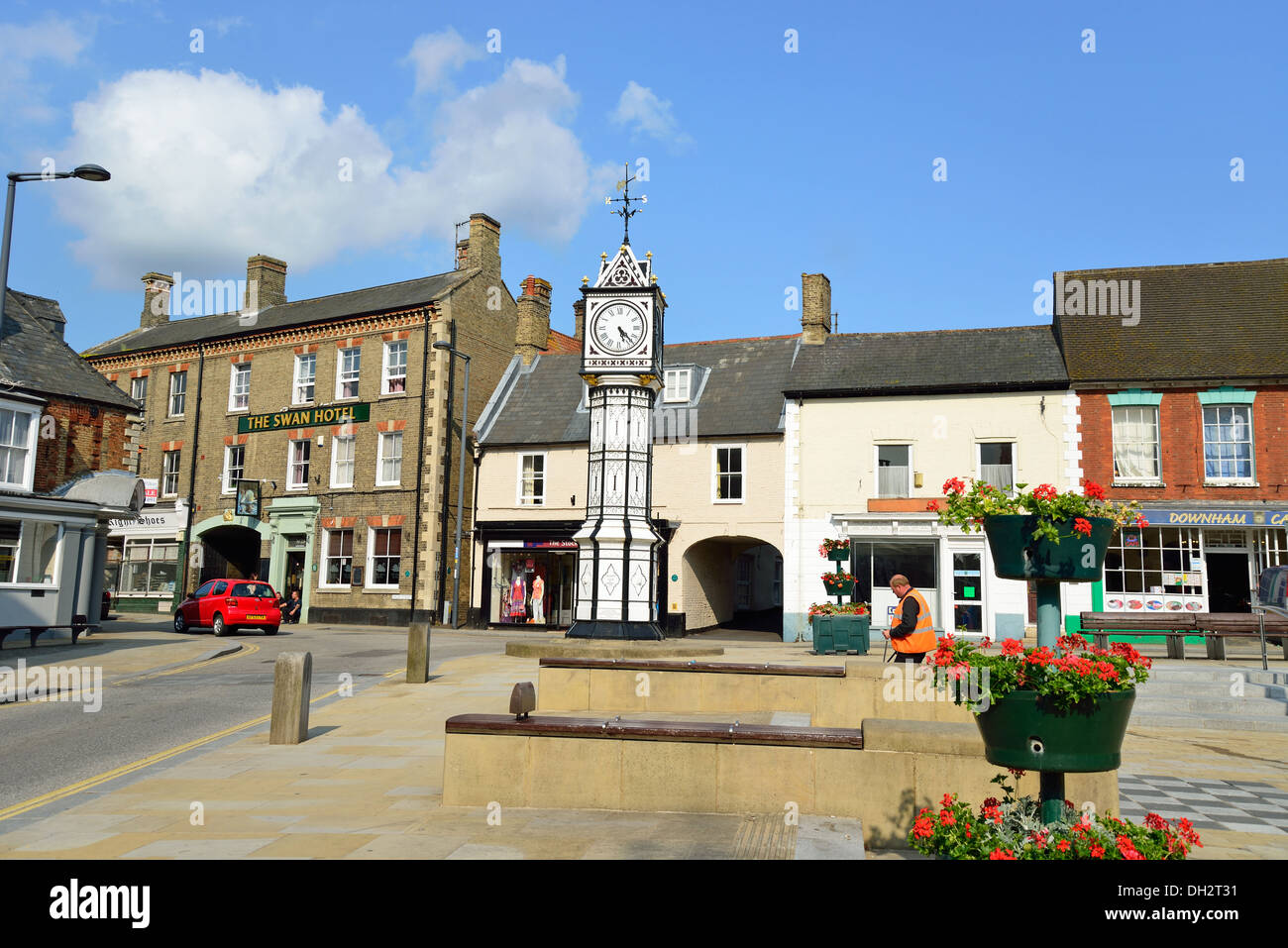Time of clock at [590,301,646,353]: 5:22
